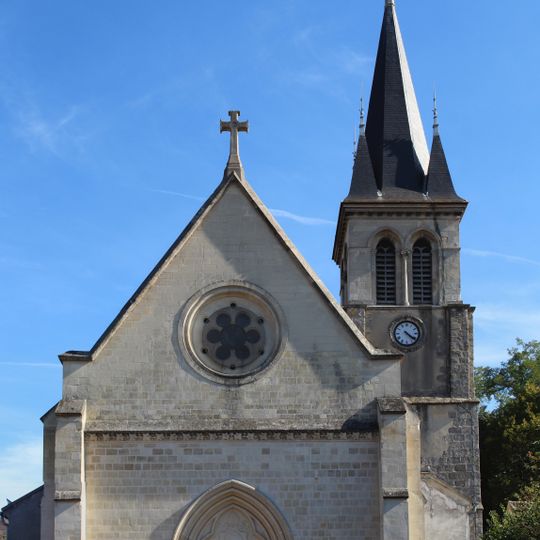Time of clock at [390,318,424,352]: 4:21
